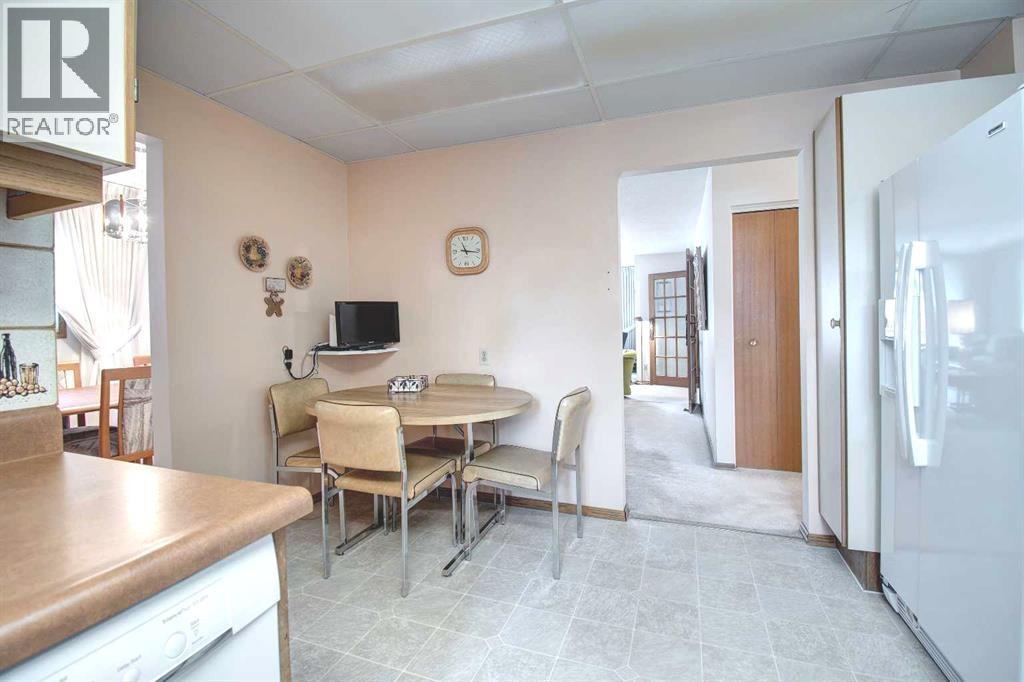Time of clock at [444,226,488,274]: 11:16
